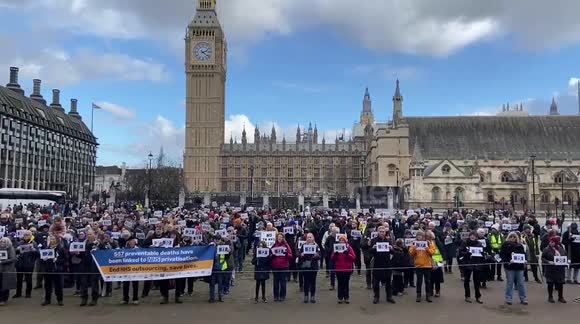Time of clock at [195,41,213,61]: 2:21
